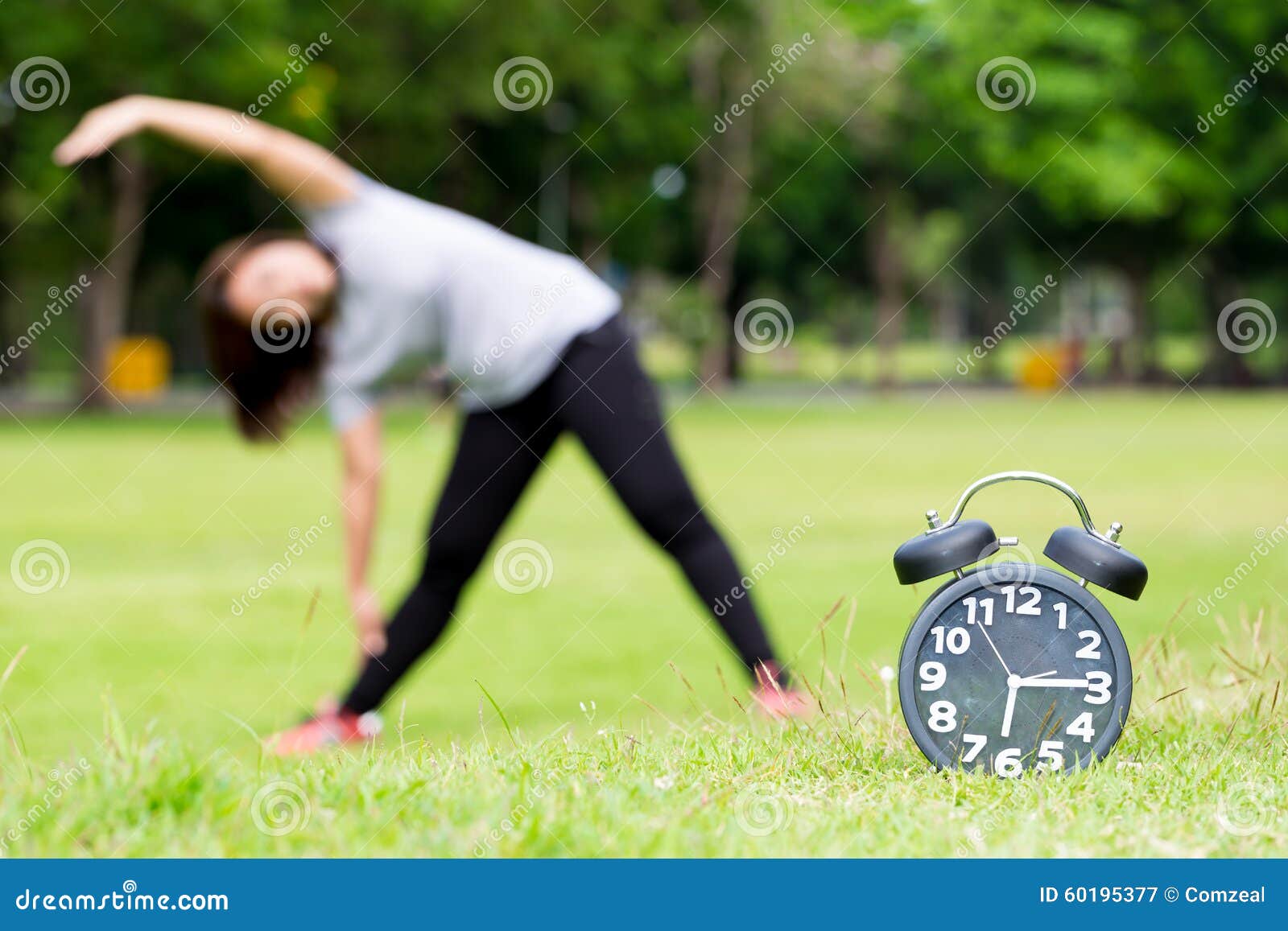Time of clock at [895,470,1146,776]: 6:14
